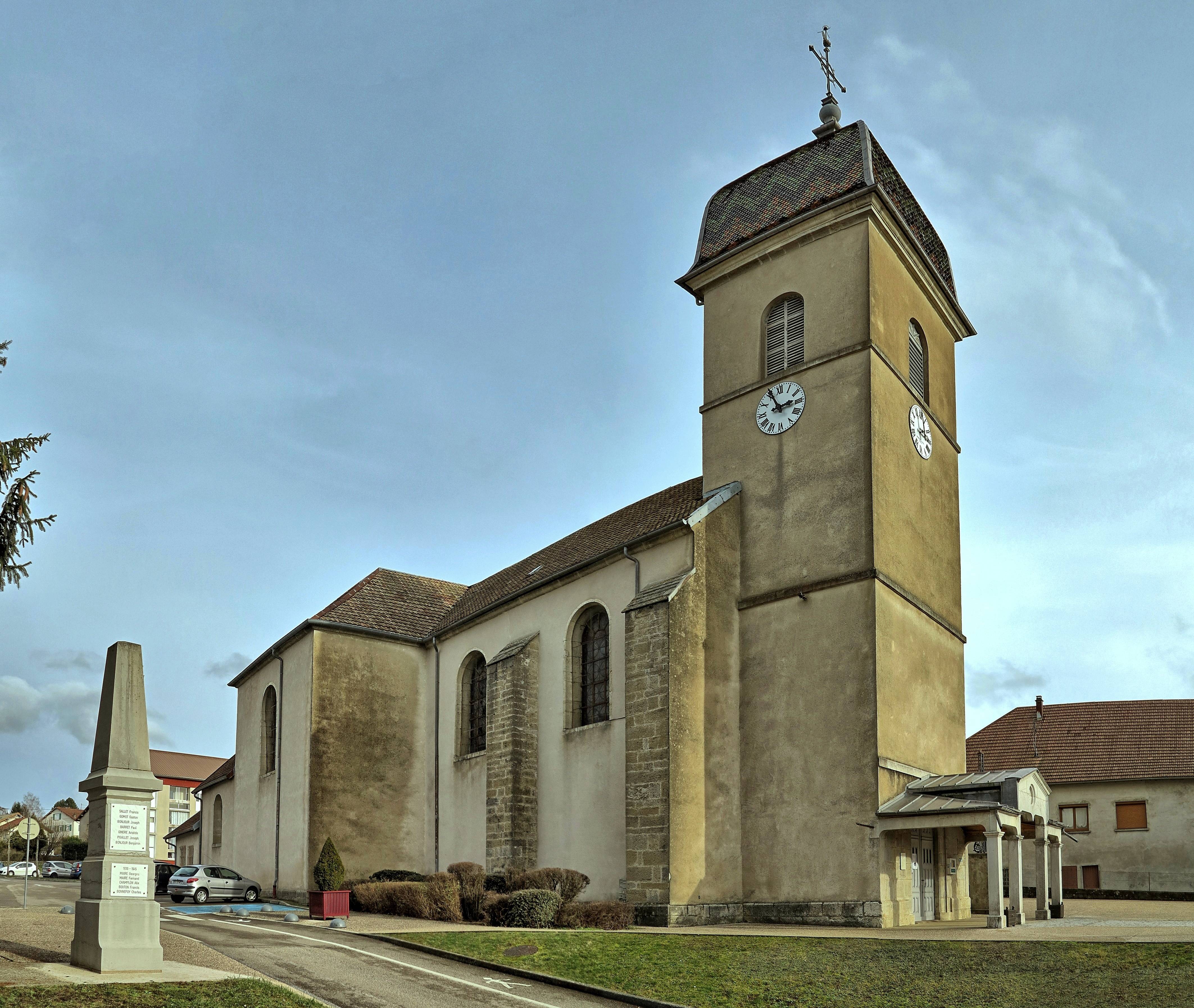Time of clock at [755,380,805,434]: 2:55
